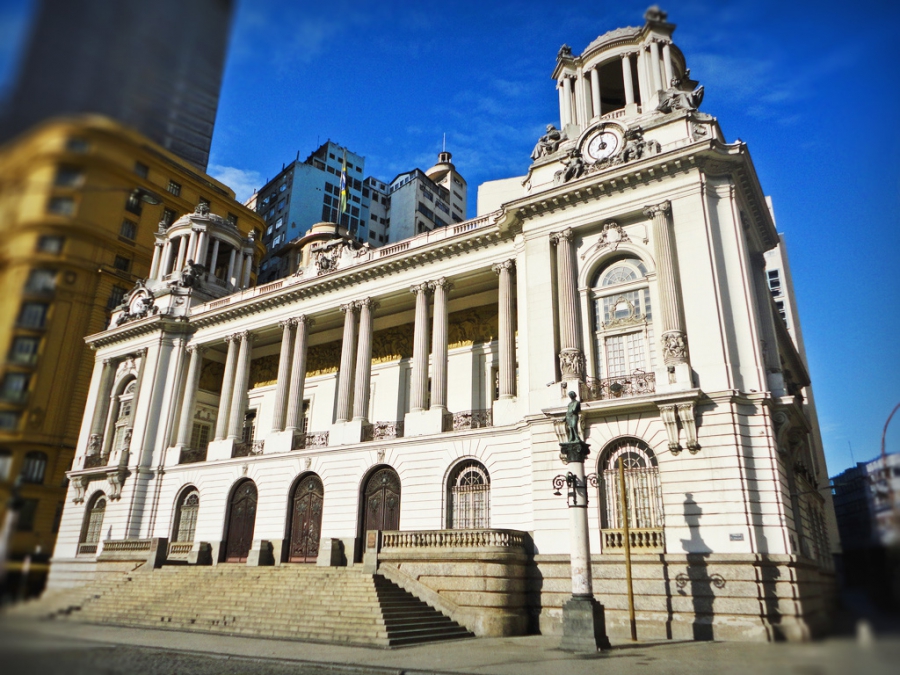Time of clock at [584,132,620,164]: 7:58
